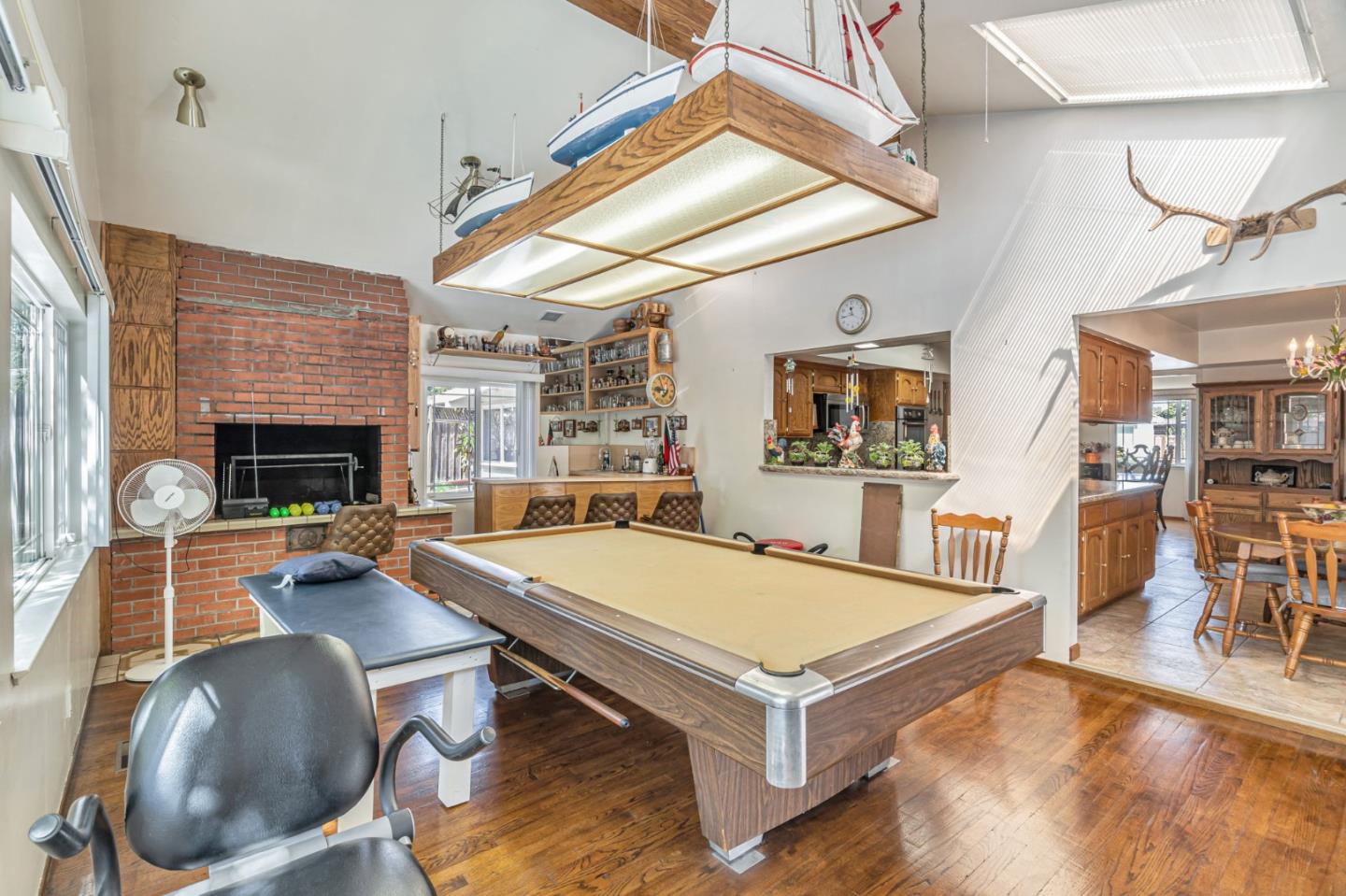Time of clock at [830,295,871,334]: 11:43
